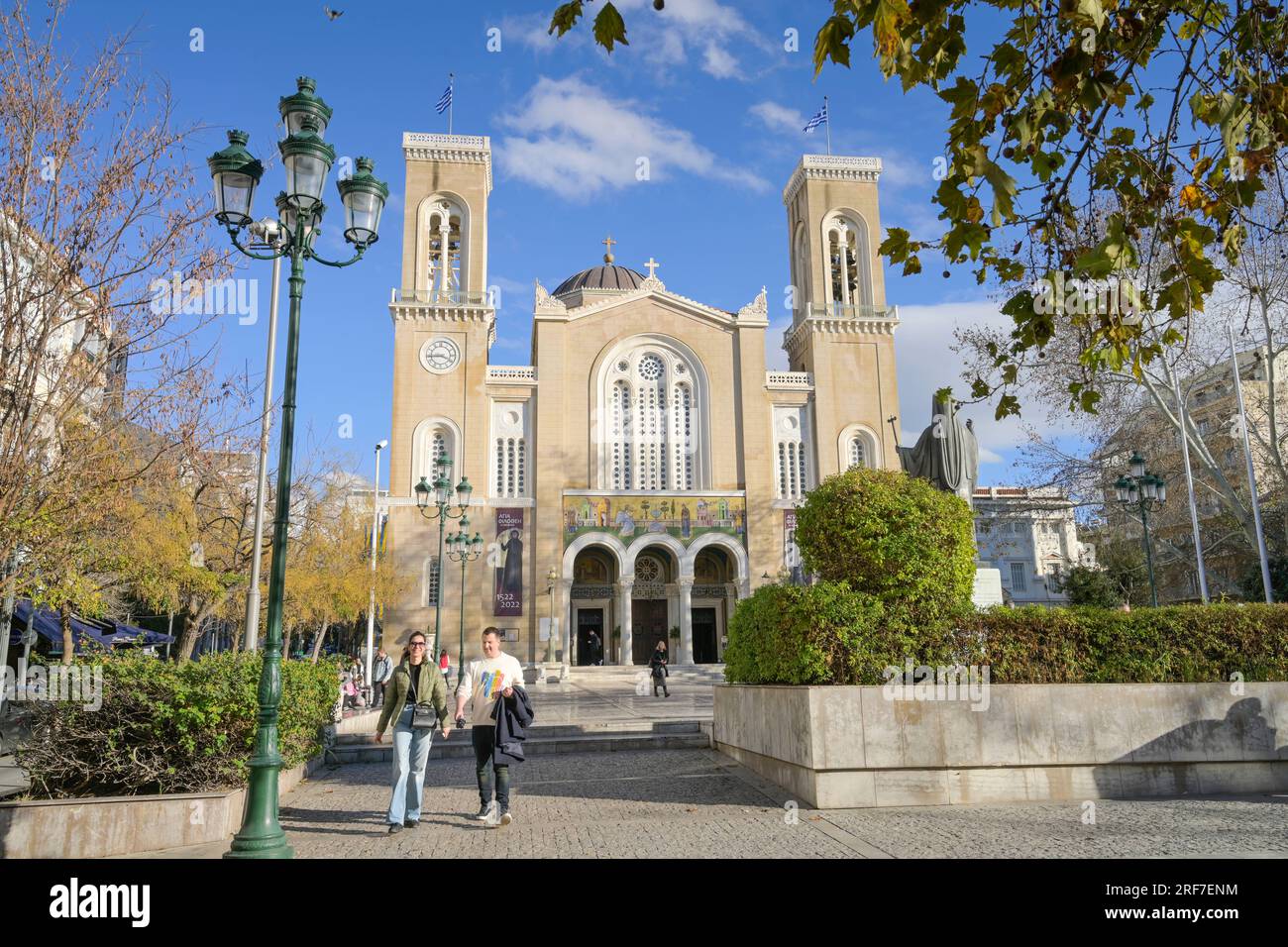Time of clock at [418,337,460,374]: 3:44
